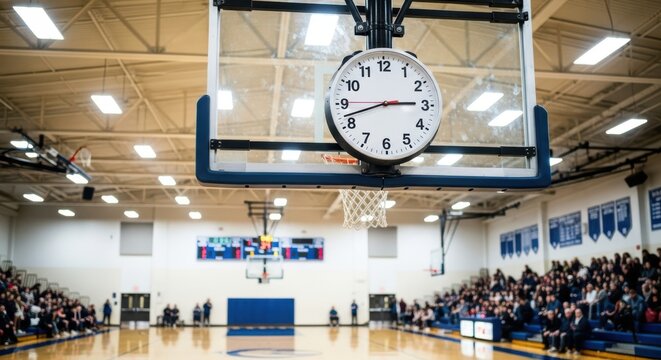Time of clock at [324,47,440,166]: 2:42
